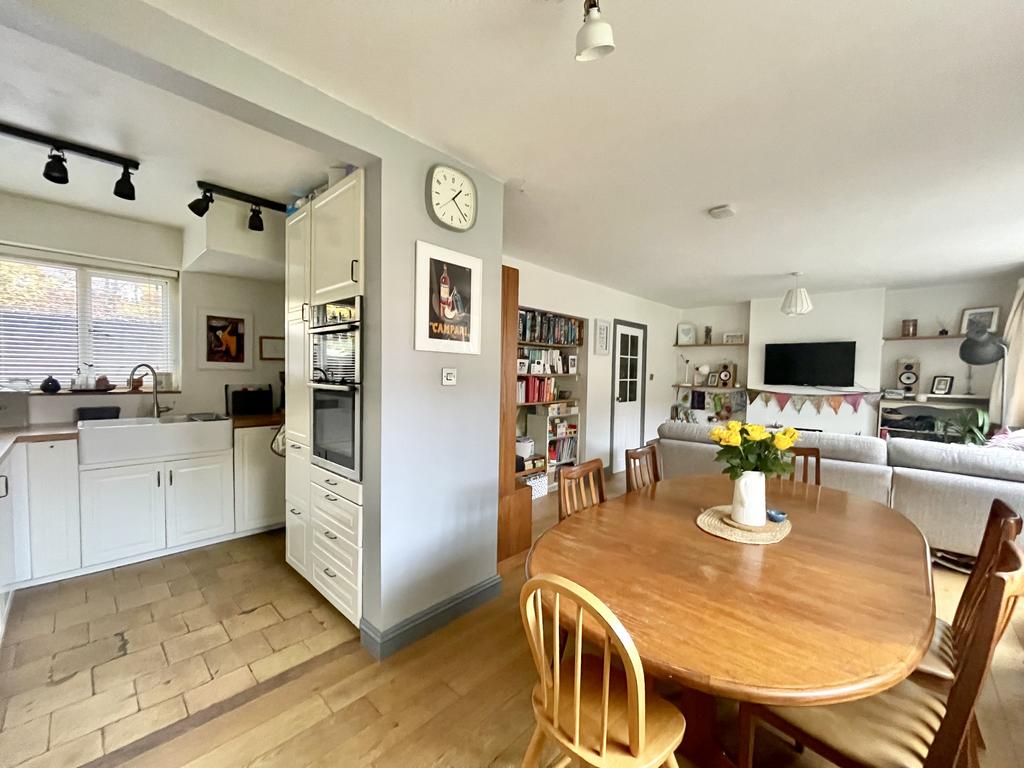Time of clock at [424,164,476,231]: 1:21
